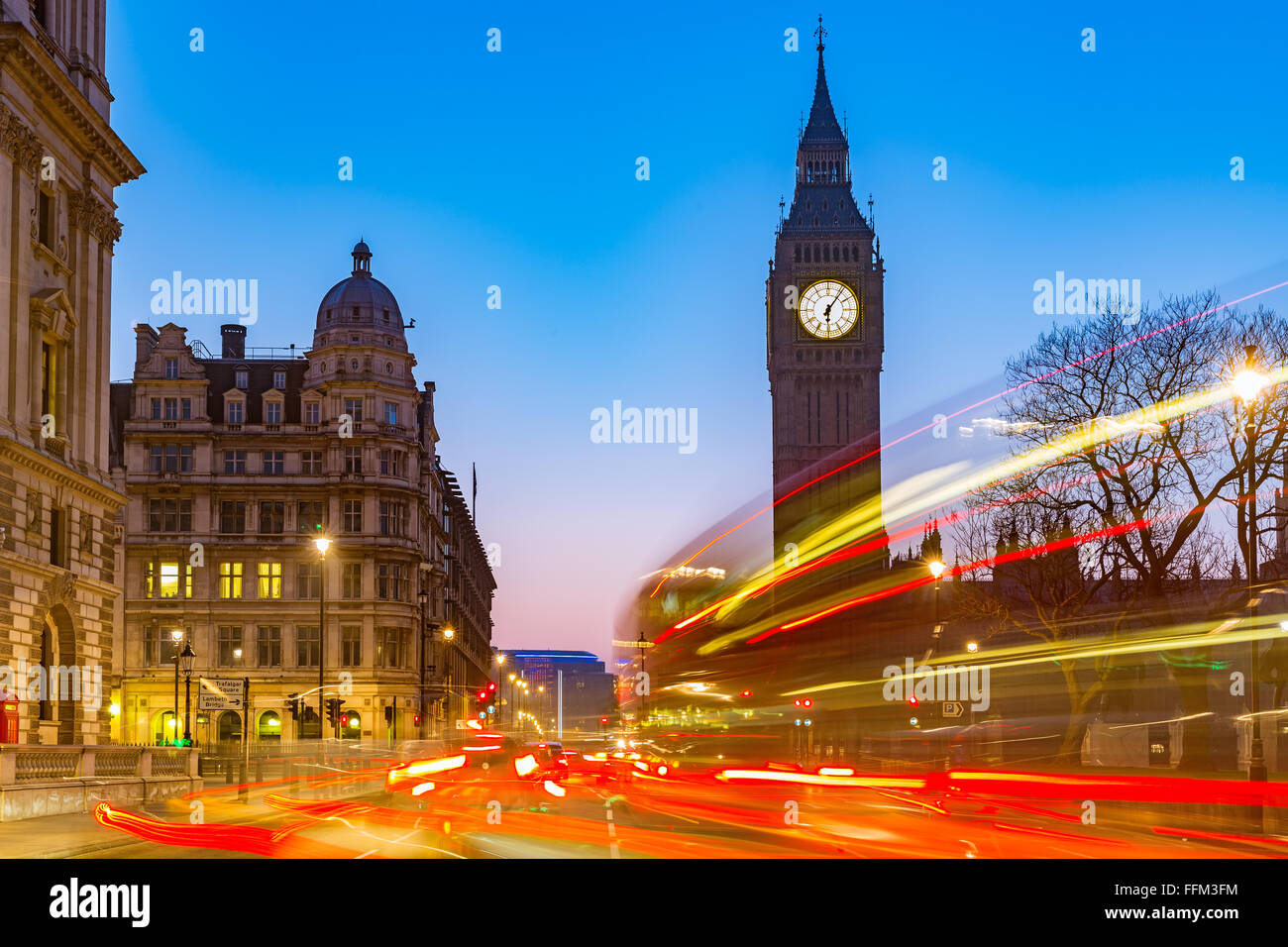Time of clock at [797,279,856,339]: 6:06
